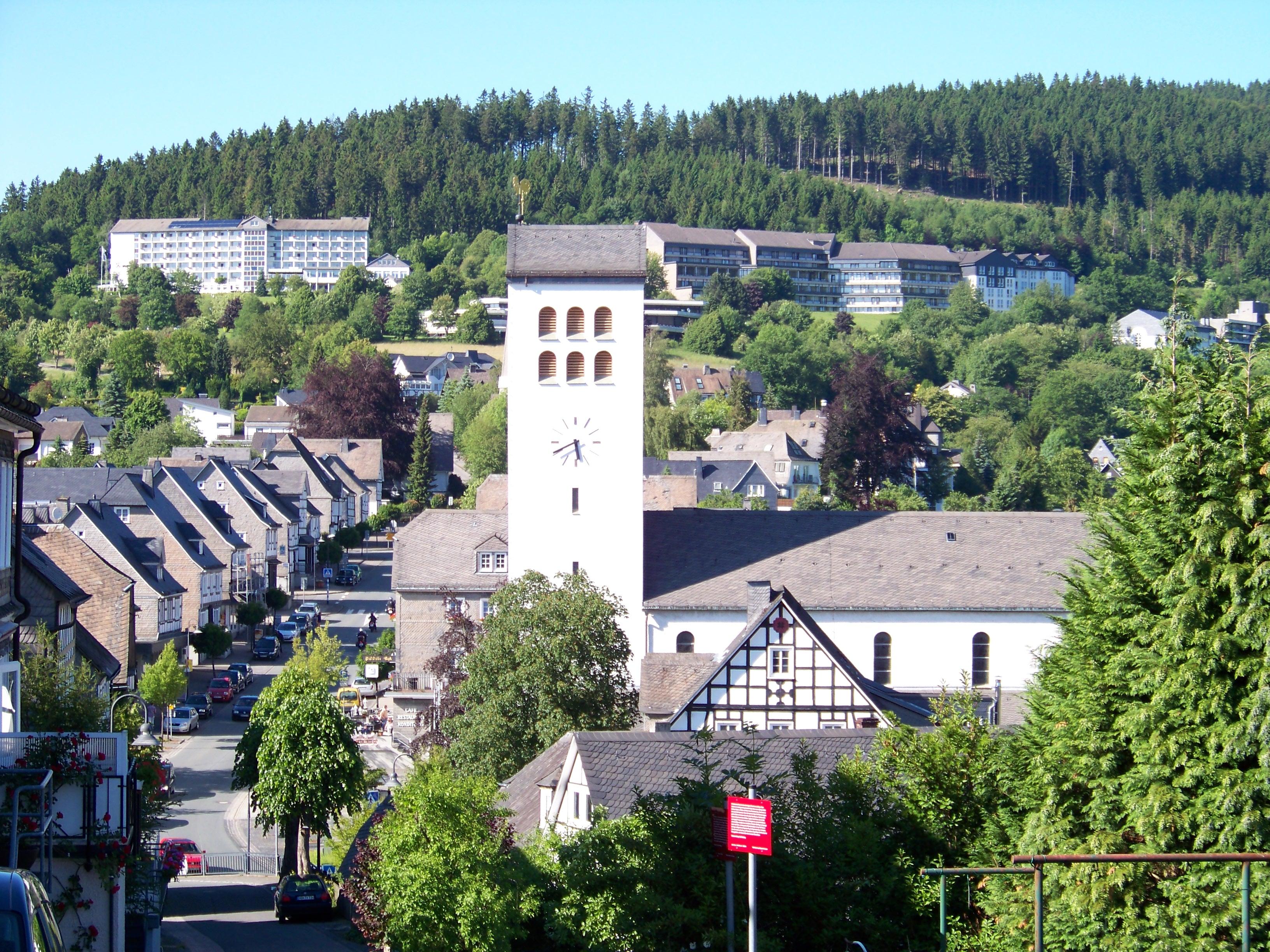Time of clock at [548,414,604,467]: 5:40
